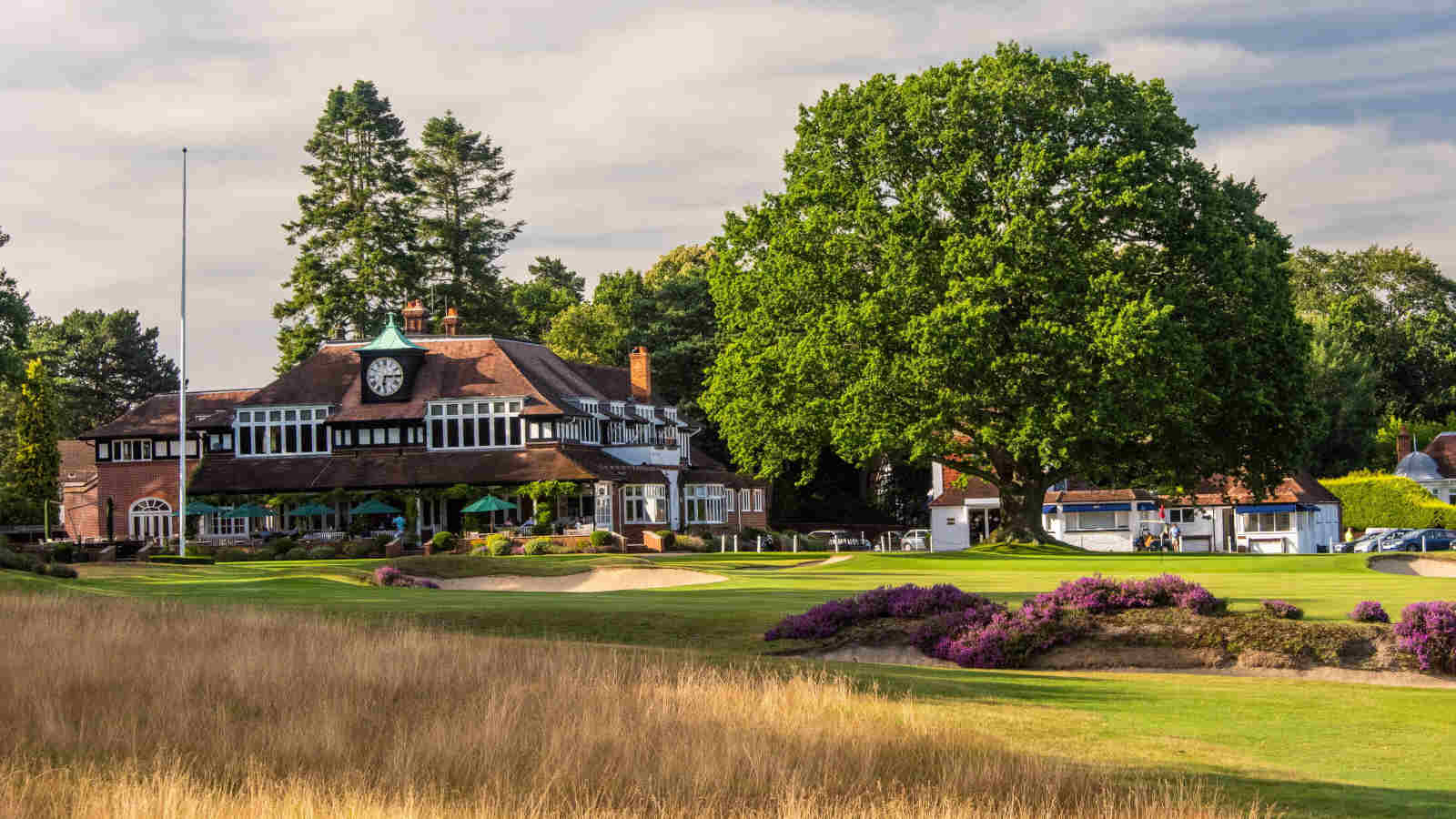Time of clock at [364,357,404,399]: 6:15
